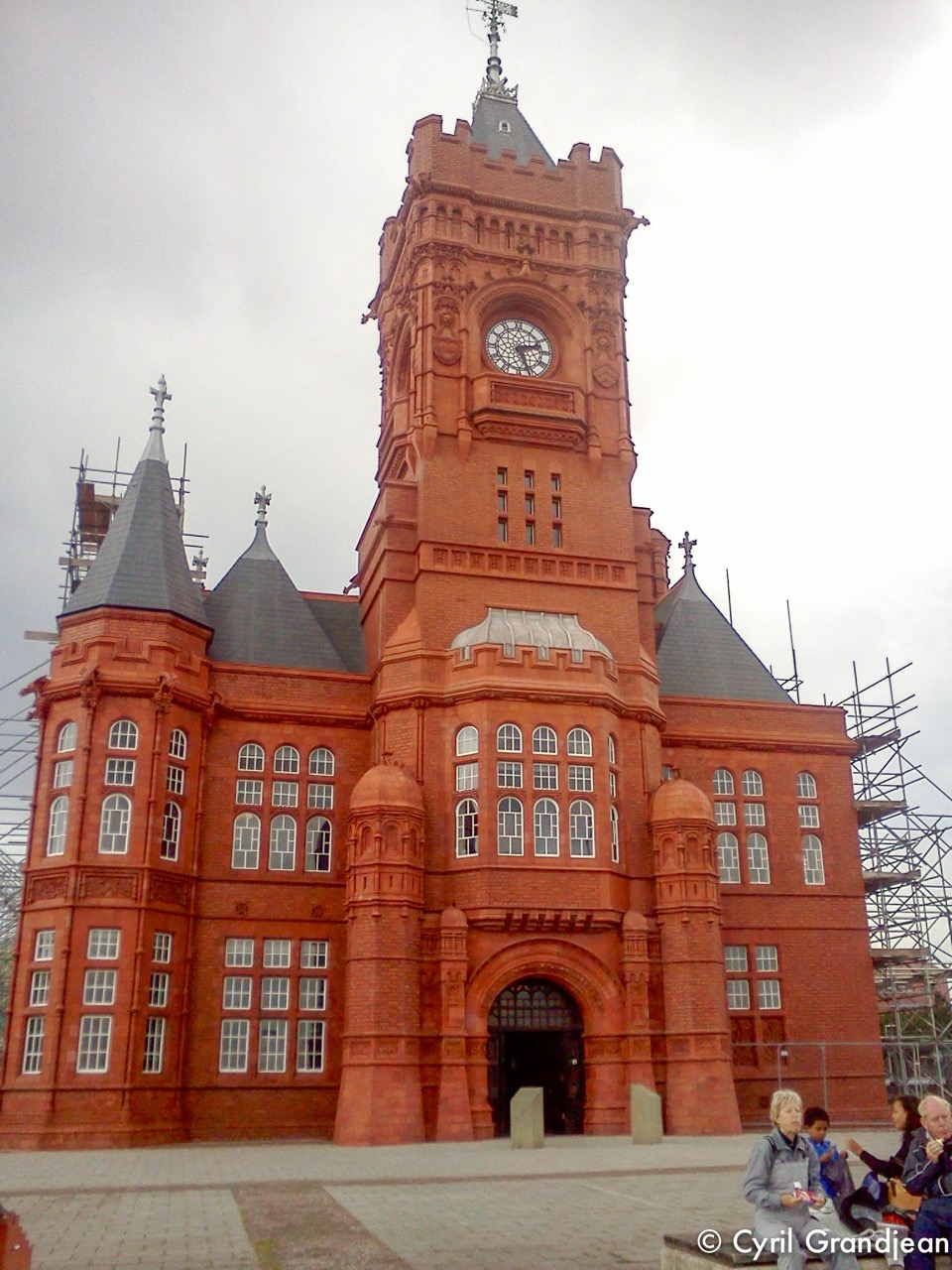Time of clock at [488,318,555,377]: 2:26
